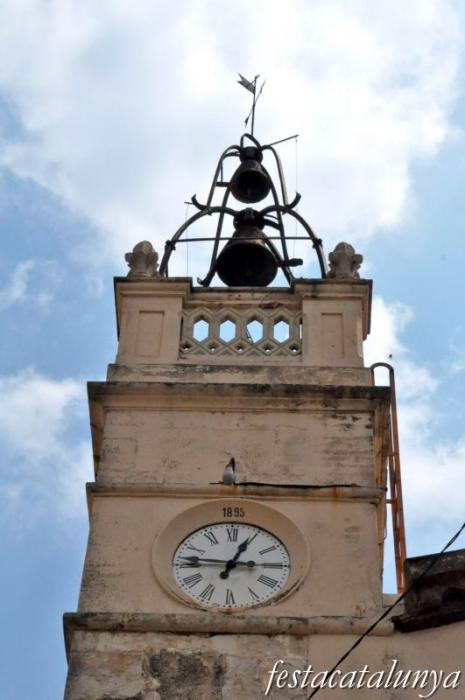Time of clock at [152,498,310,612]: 12:46
